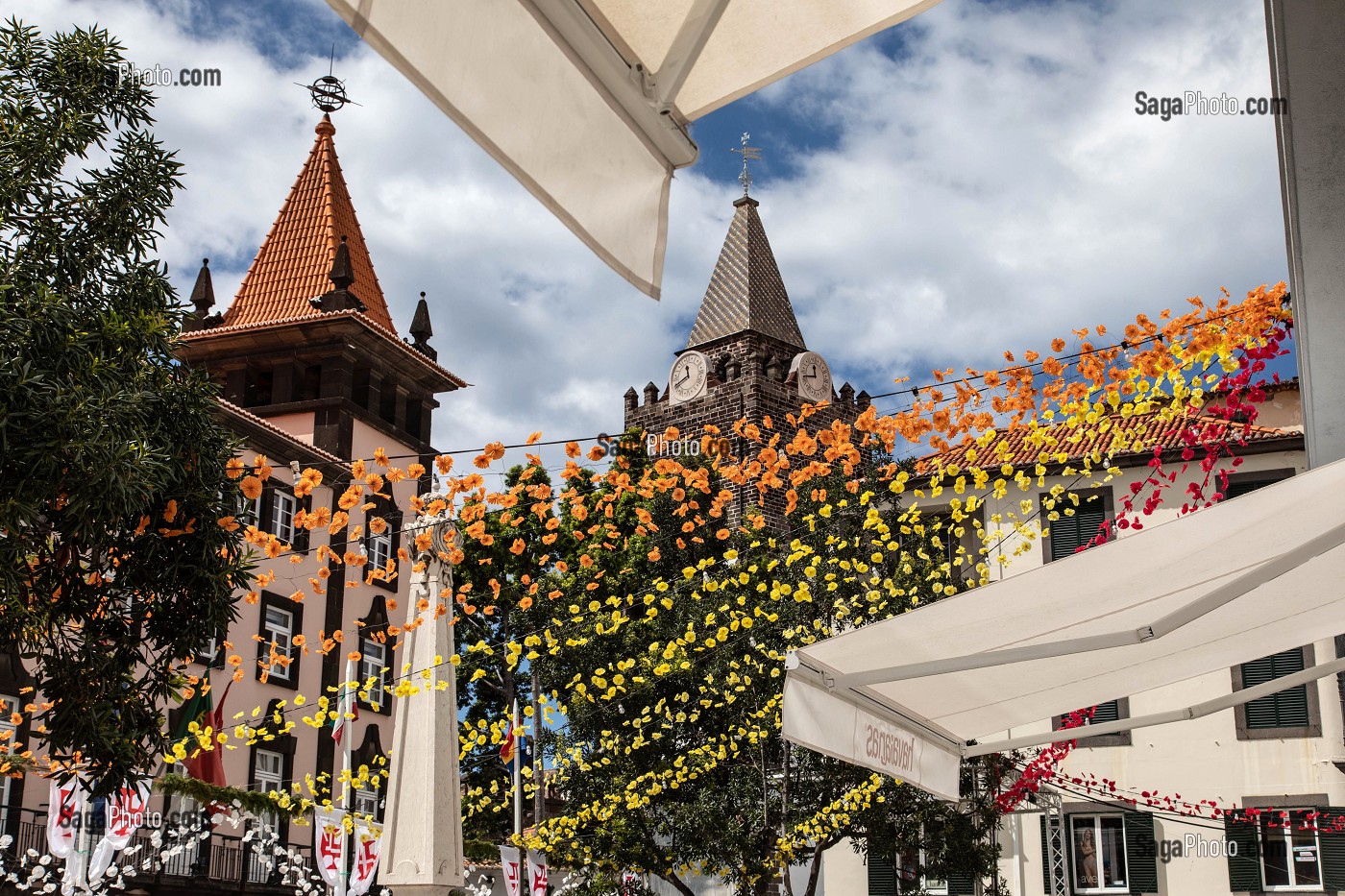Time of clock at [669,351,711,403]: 11:40
